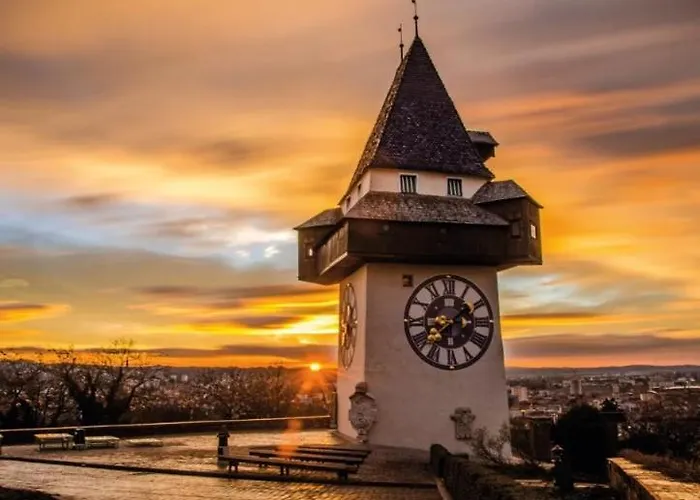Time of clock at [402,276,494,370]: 1:38
